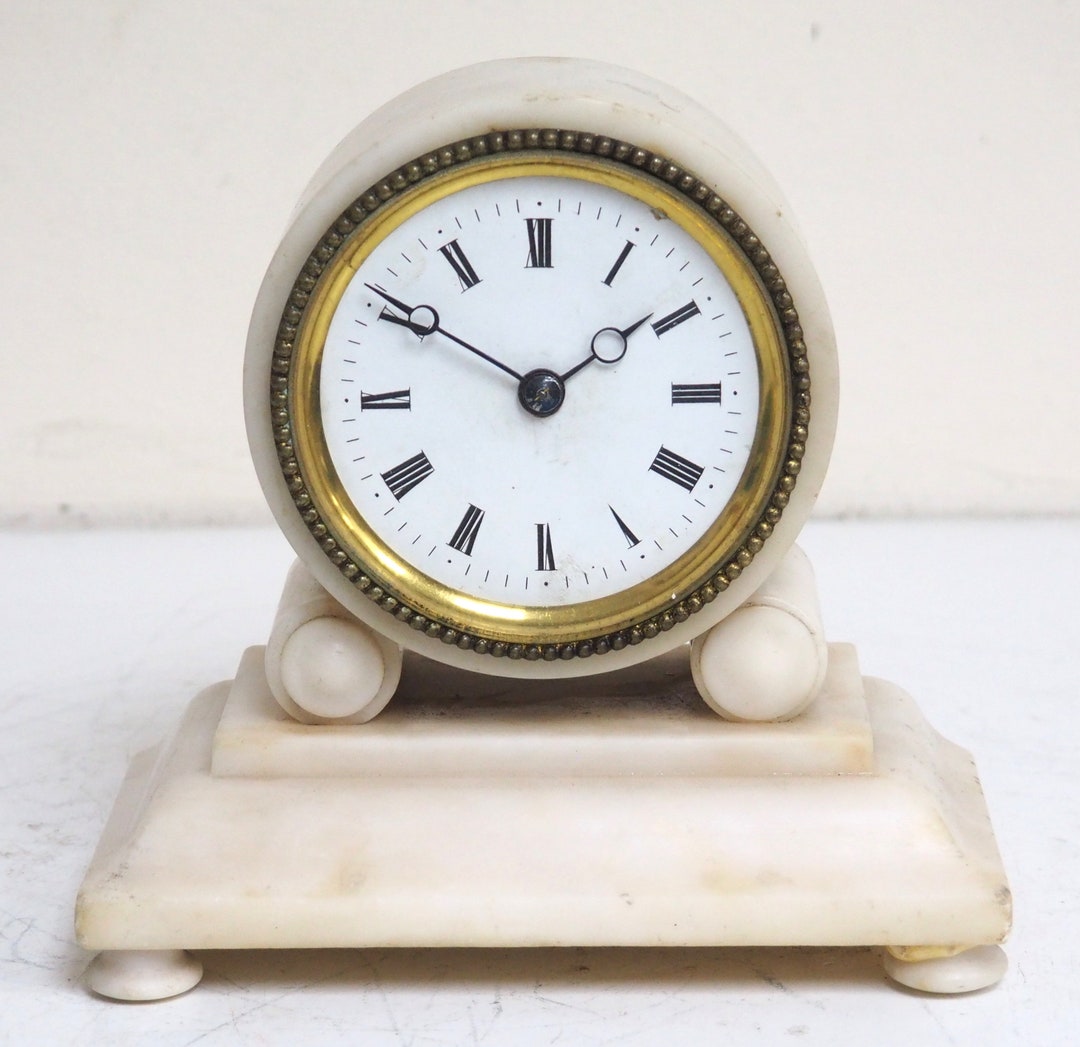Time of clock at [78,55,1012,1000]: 1:50
